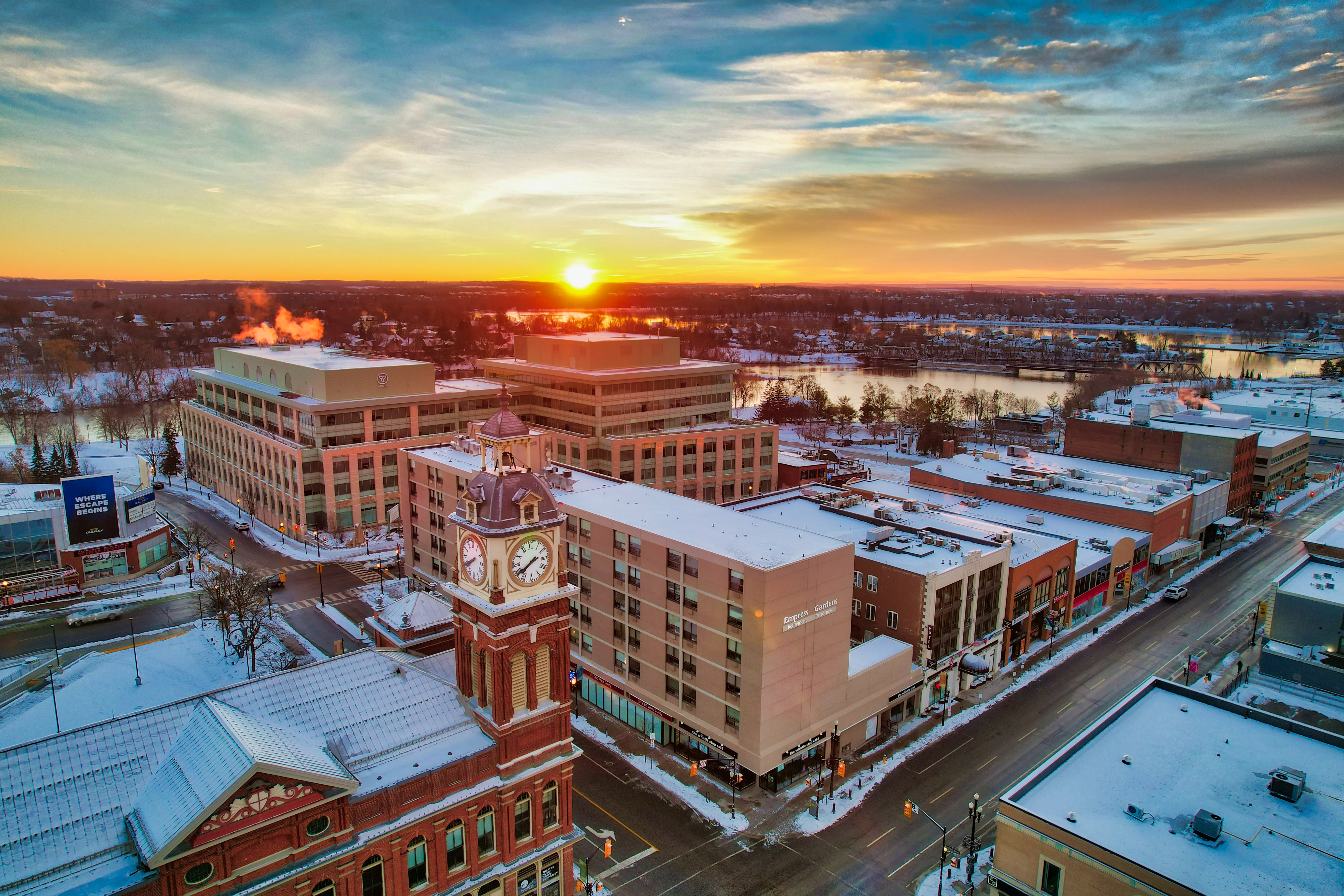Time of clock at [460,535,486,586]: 7:40
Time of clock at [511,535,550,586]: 7:39
